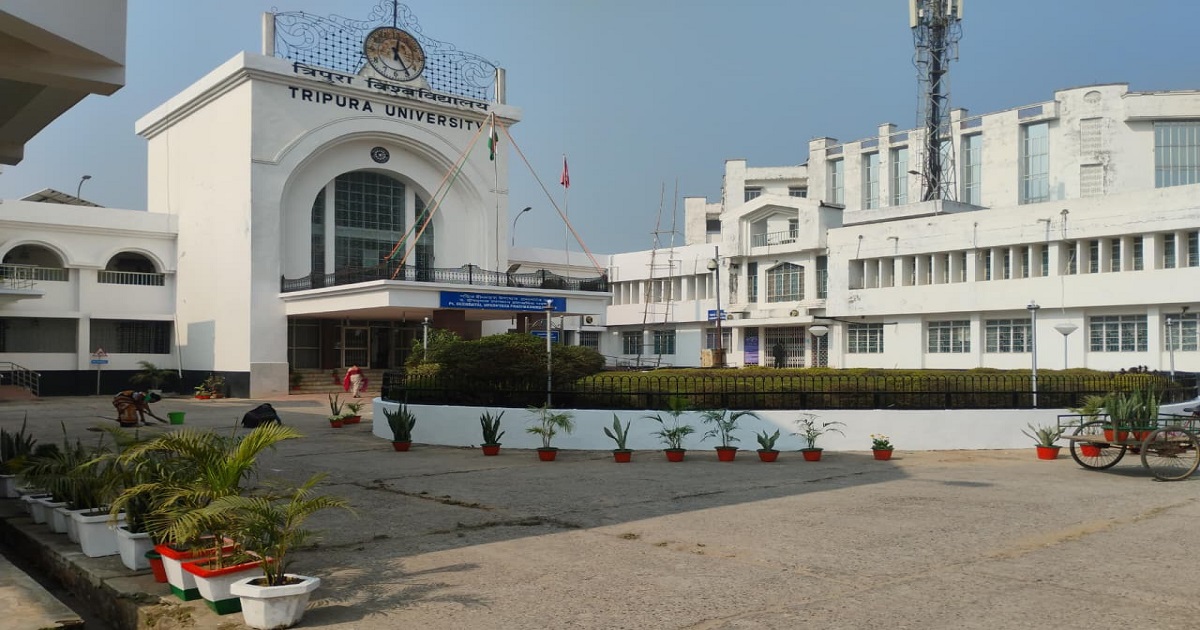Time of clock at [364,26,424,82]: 12:24
